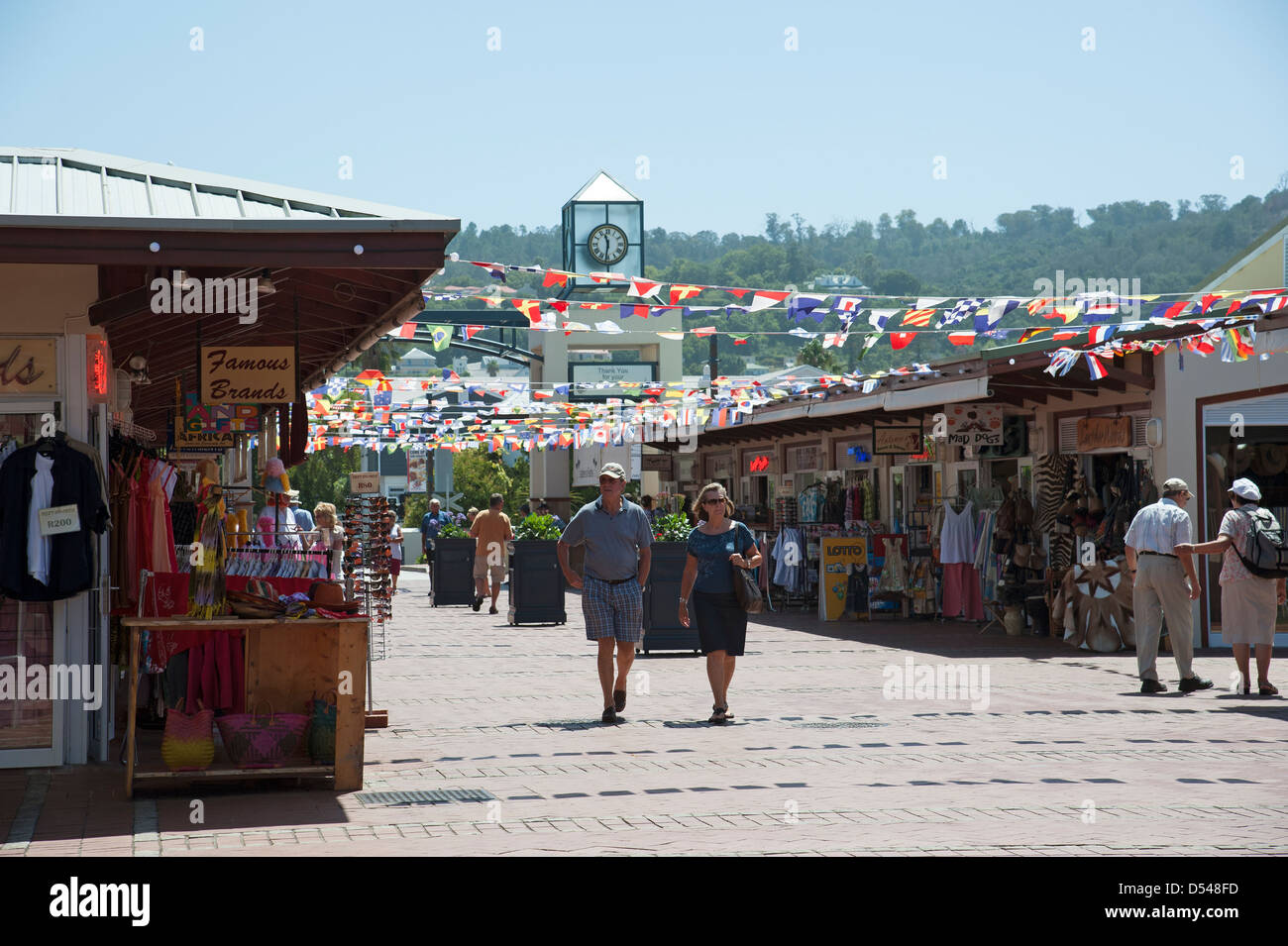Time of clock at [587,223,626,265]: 11:31
